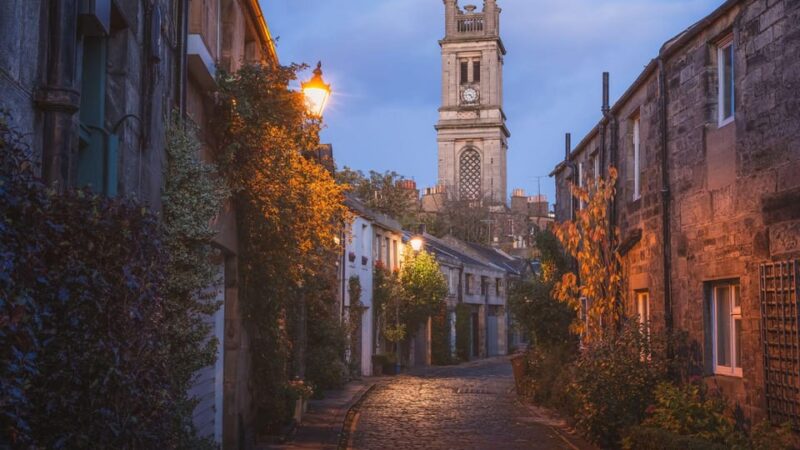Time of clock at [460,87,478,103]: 4:44
